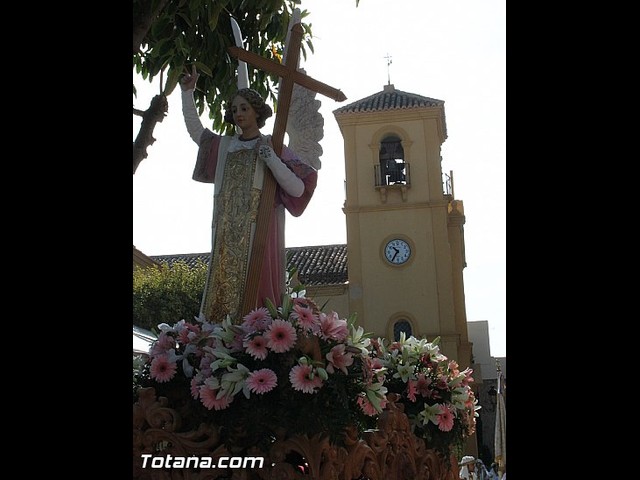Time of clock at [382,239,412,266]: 10:35
